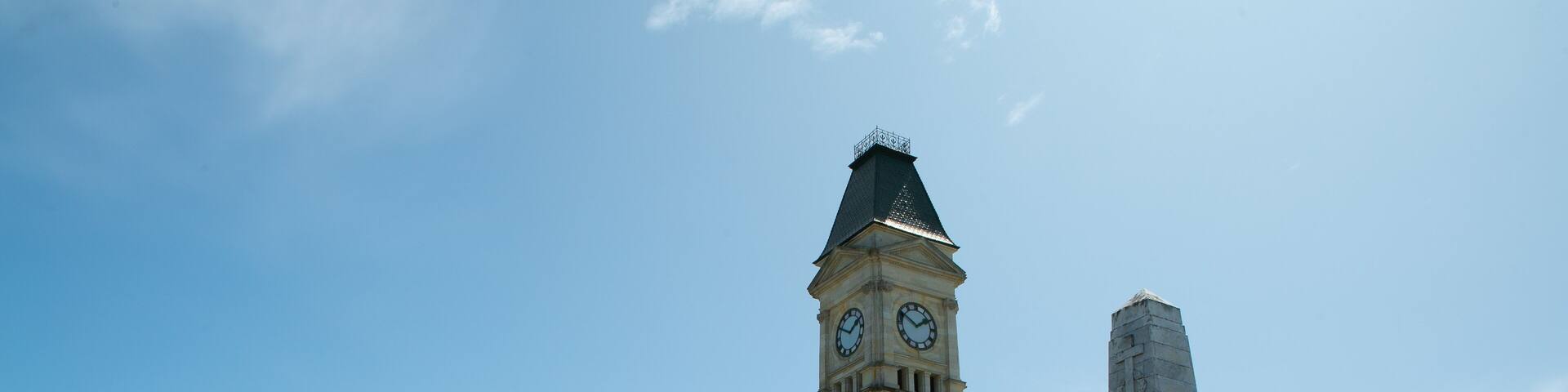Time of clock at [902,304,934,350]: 1:50
